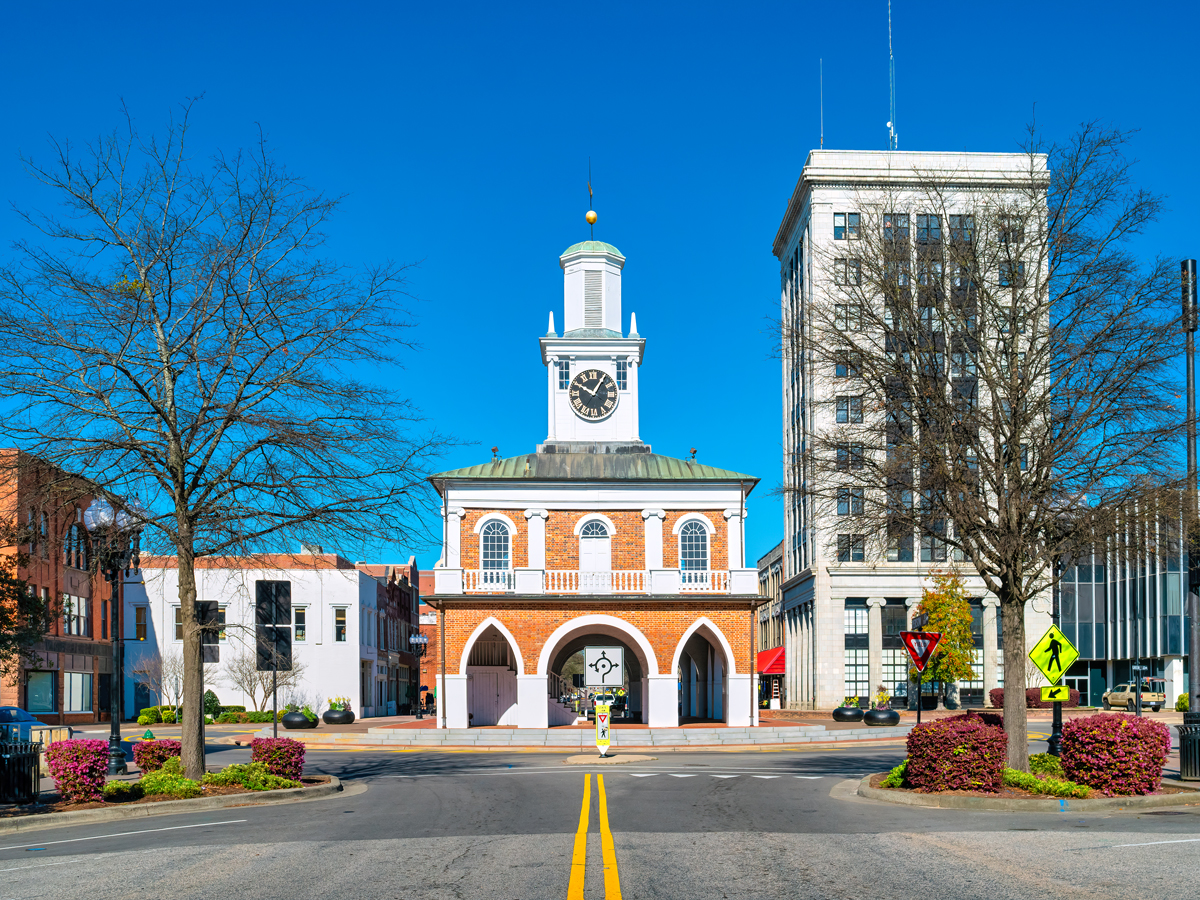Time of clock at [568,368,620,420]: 10:05
